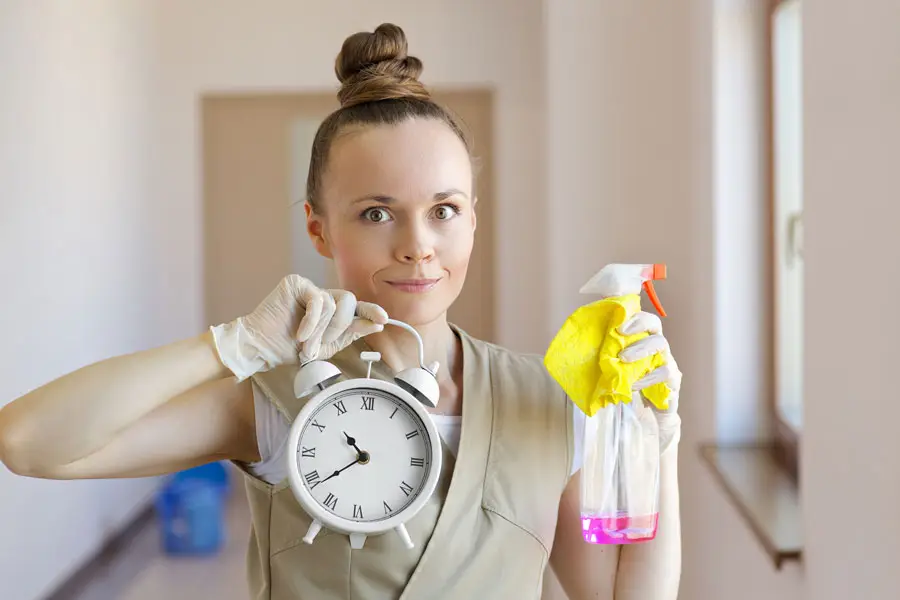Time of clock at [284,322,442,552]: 10:38
